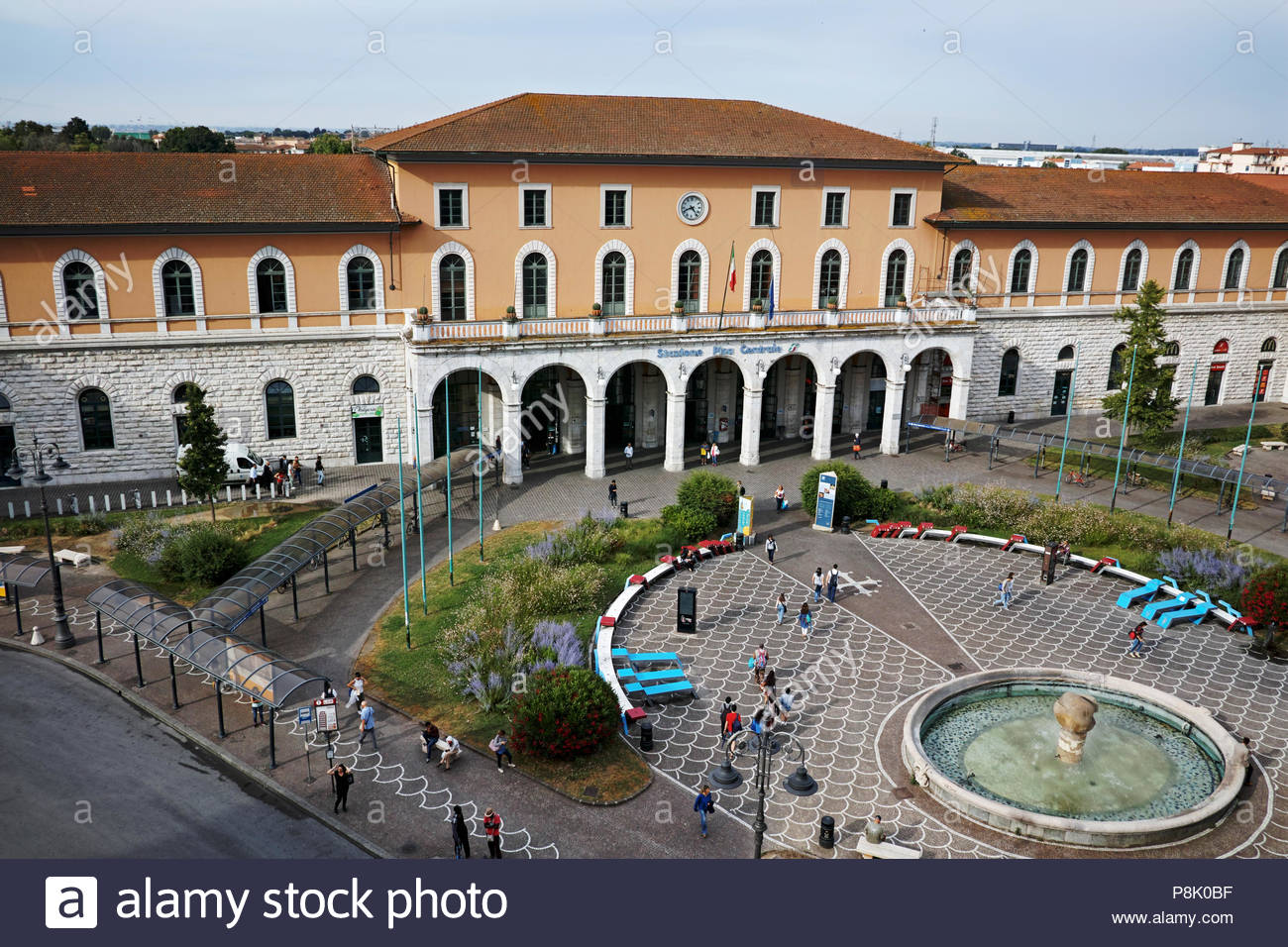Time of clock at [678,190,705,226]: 4:41
